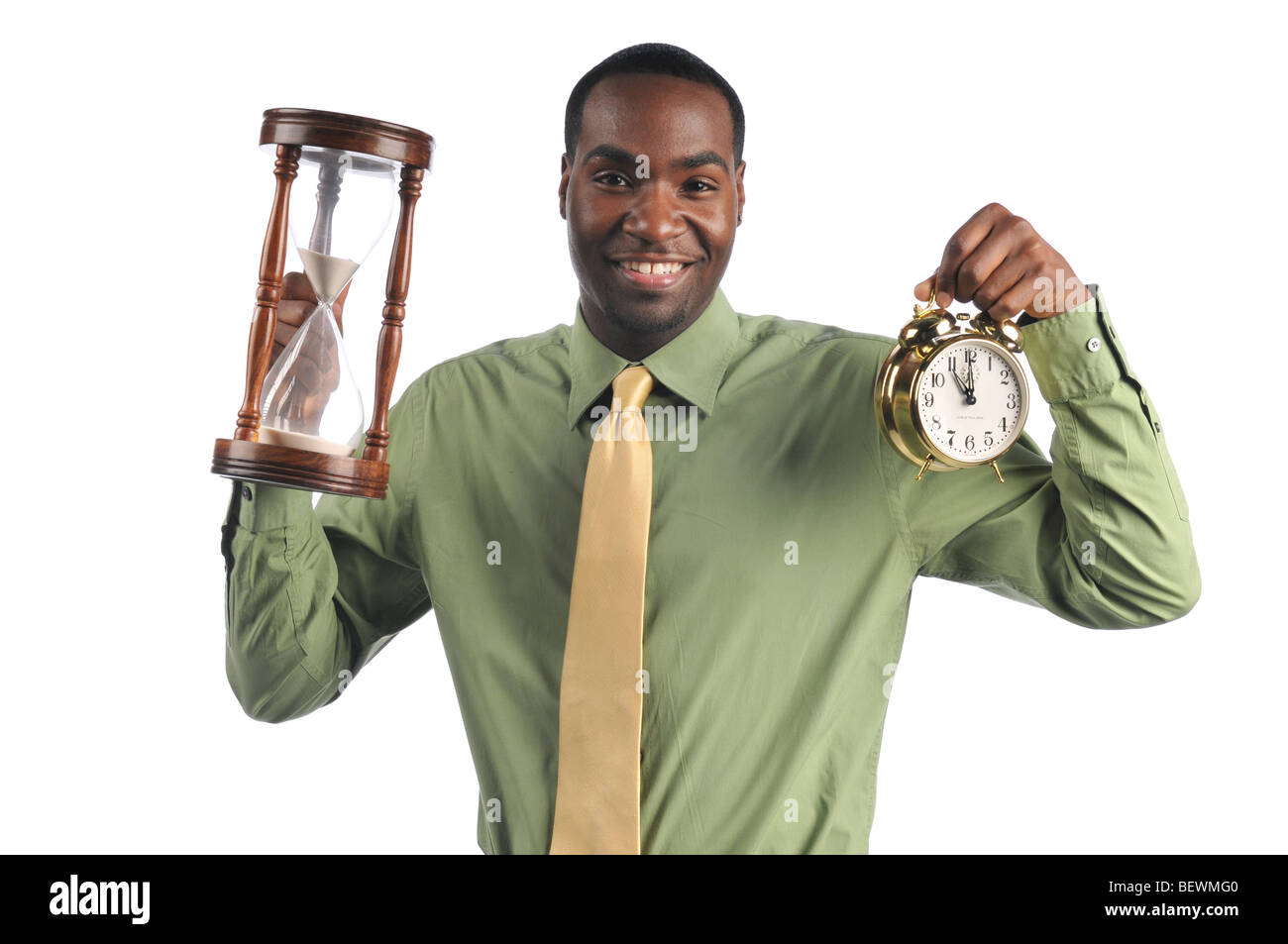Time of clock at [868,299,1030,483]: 11:00
